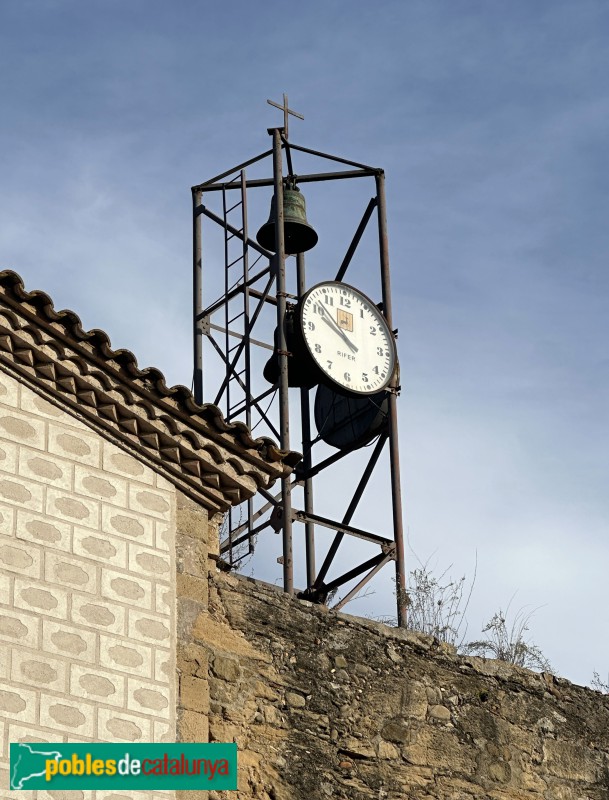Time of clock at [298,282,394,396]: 9:51
